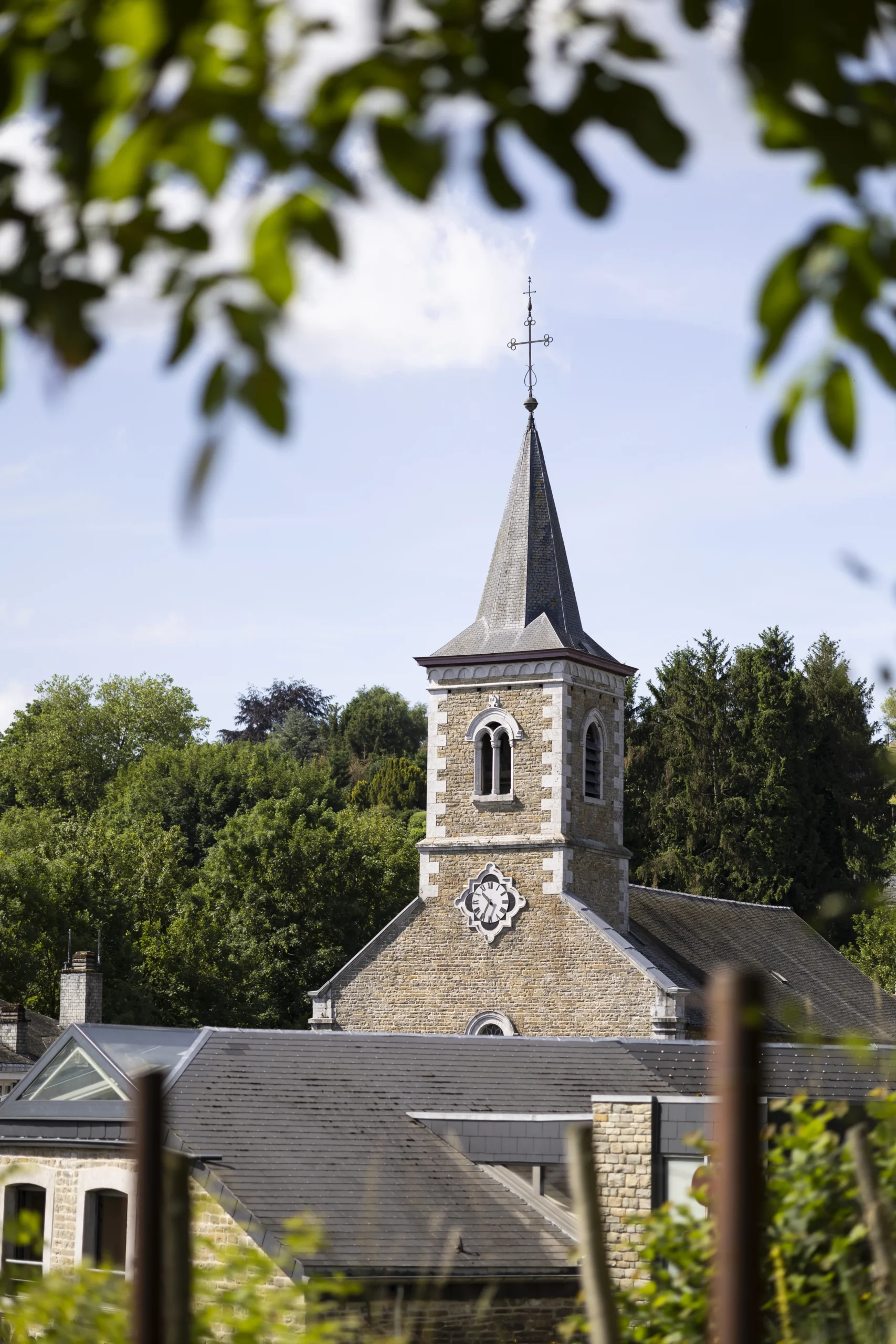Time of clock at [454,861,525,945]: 10:34
